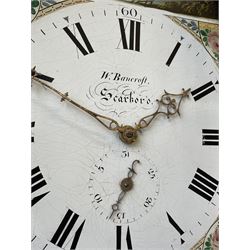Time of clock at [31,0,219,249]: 1:49
